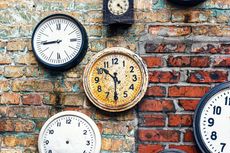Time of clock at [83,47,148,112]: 10:30
